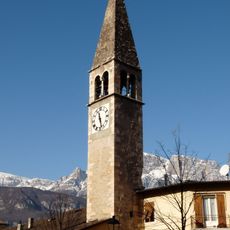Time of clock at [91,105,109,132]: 11:28
